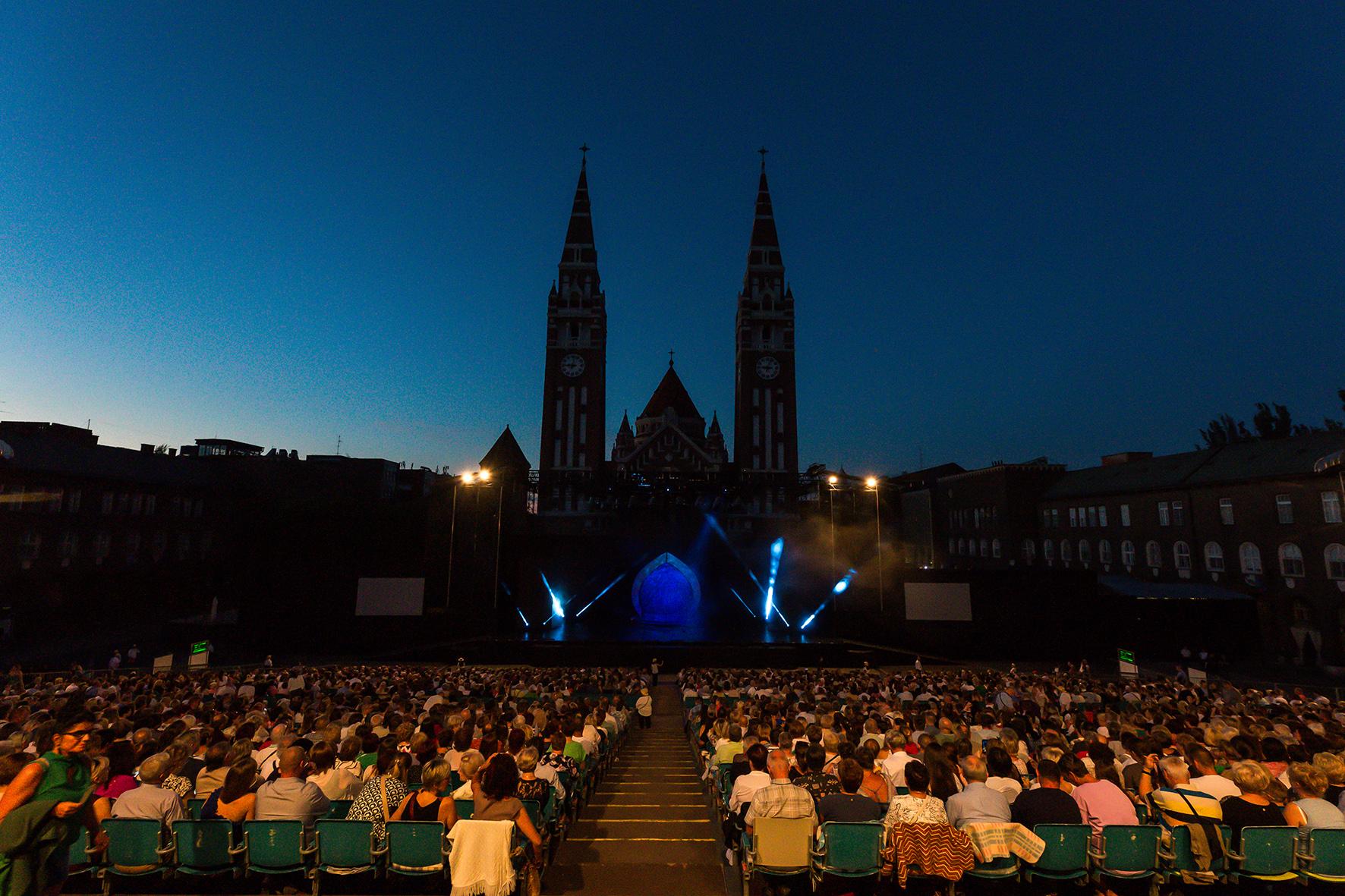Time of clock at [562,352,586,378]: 9:01
